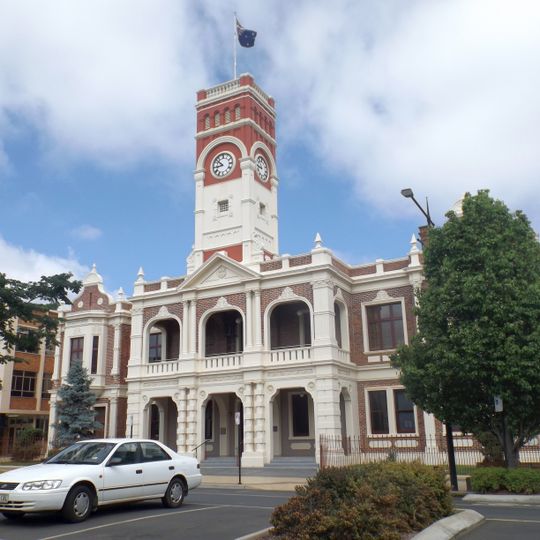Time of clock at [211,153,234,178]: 8:52
